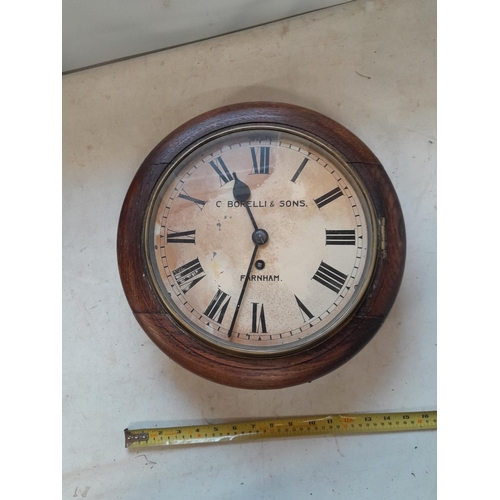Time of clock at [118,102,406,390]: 11:32
